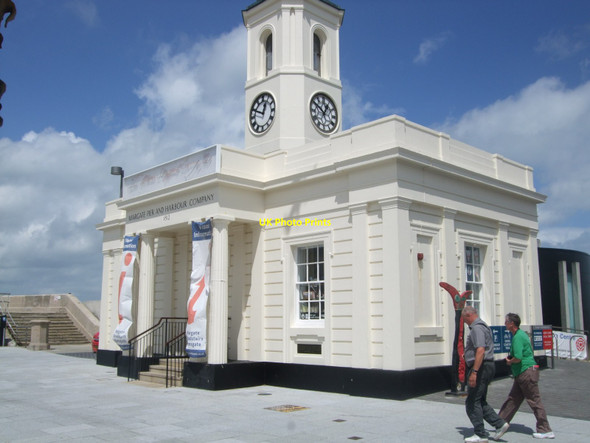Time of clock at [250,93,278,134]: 12:49
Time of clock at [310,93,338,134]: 12:50
